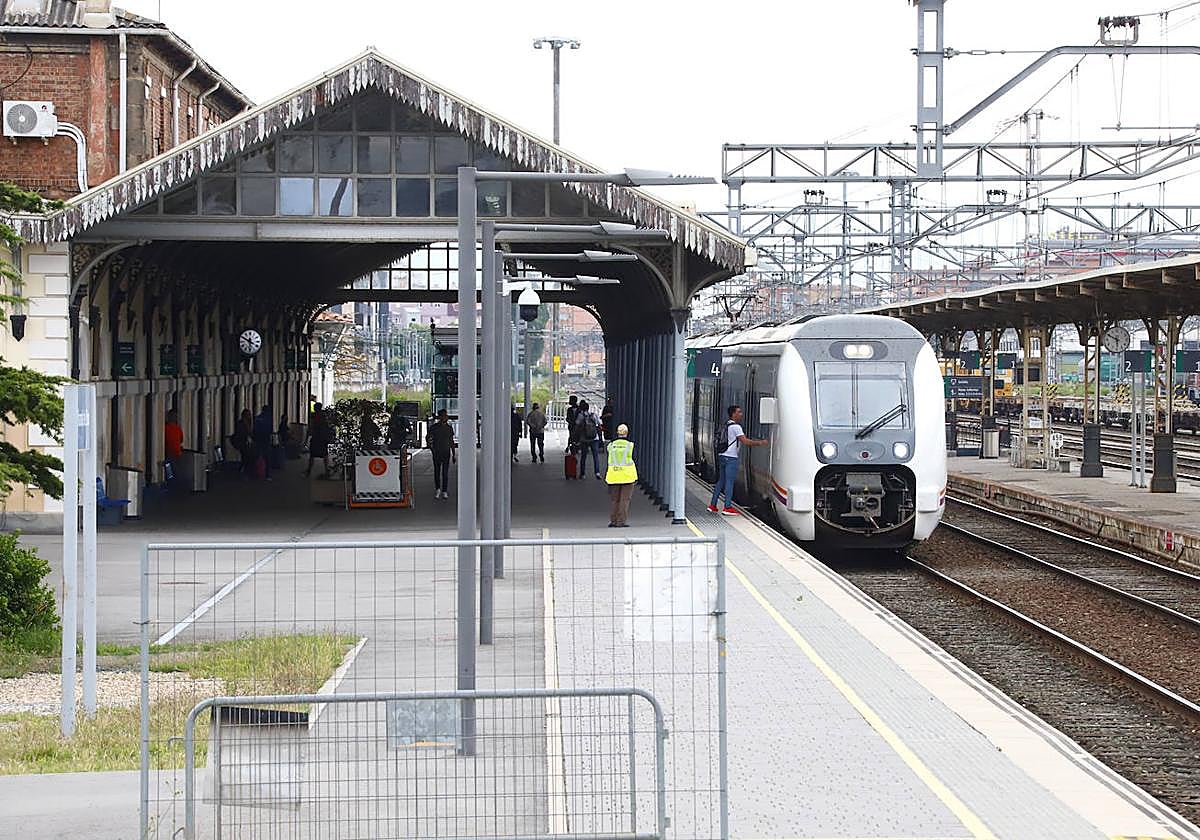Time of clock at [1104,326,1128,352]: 5:49
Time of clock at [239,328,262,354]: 5:49
